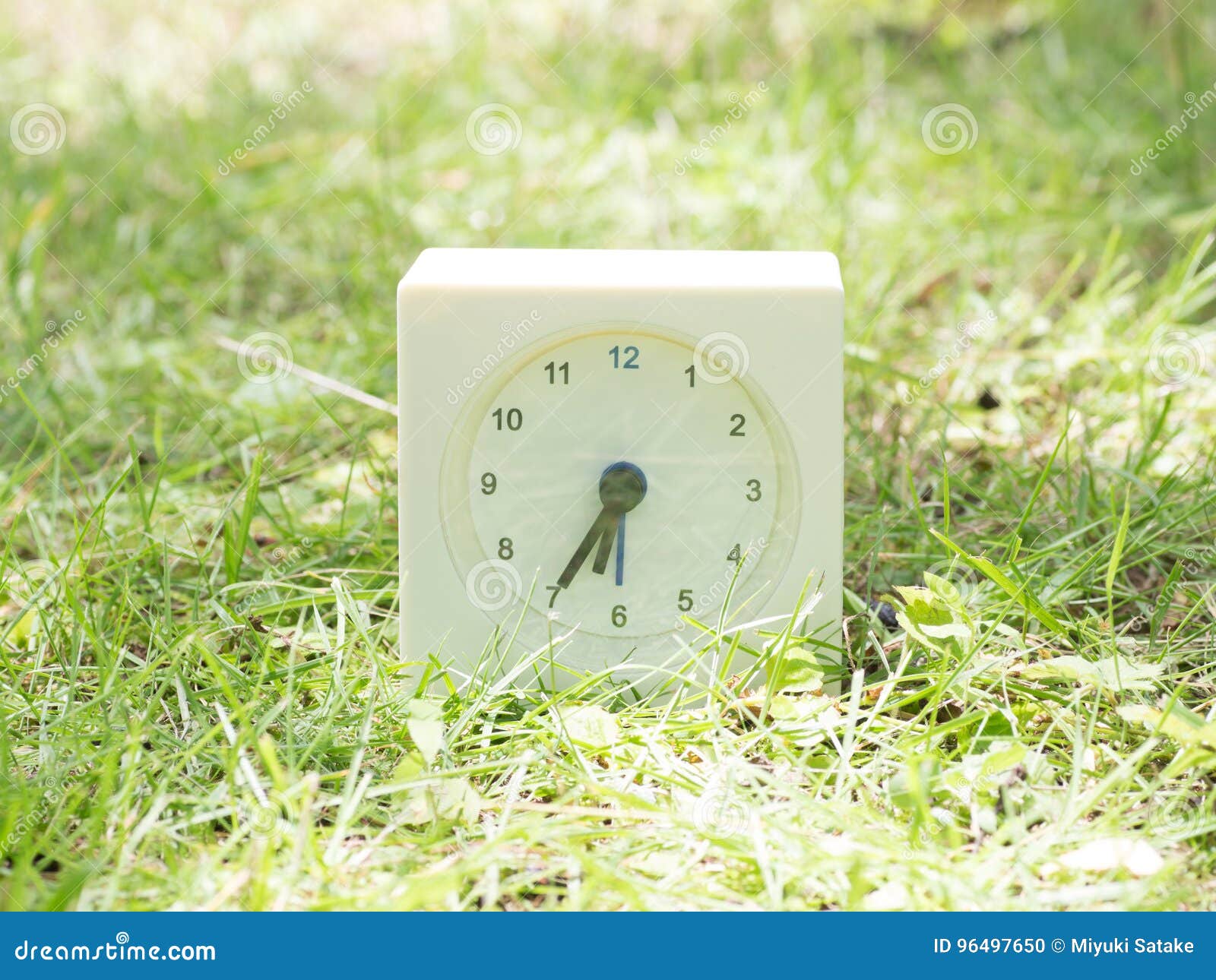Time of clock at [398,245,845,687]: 6:35
